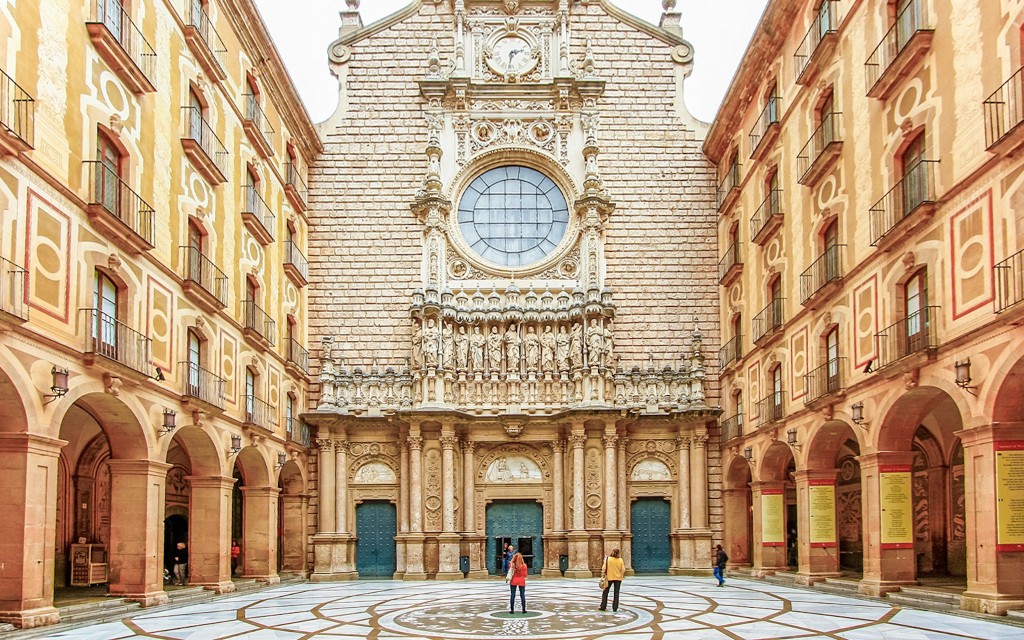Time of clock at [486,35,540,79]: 2:31
